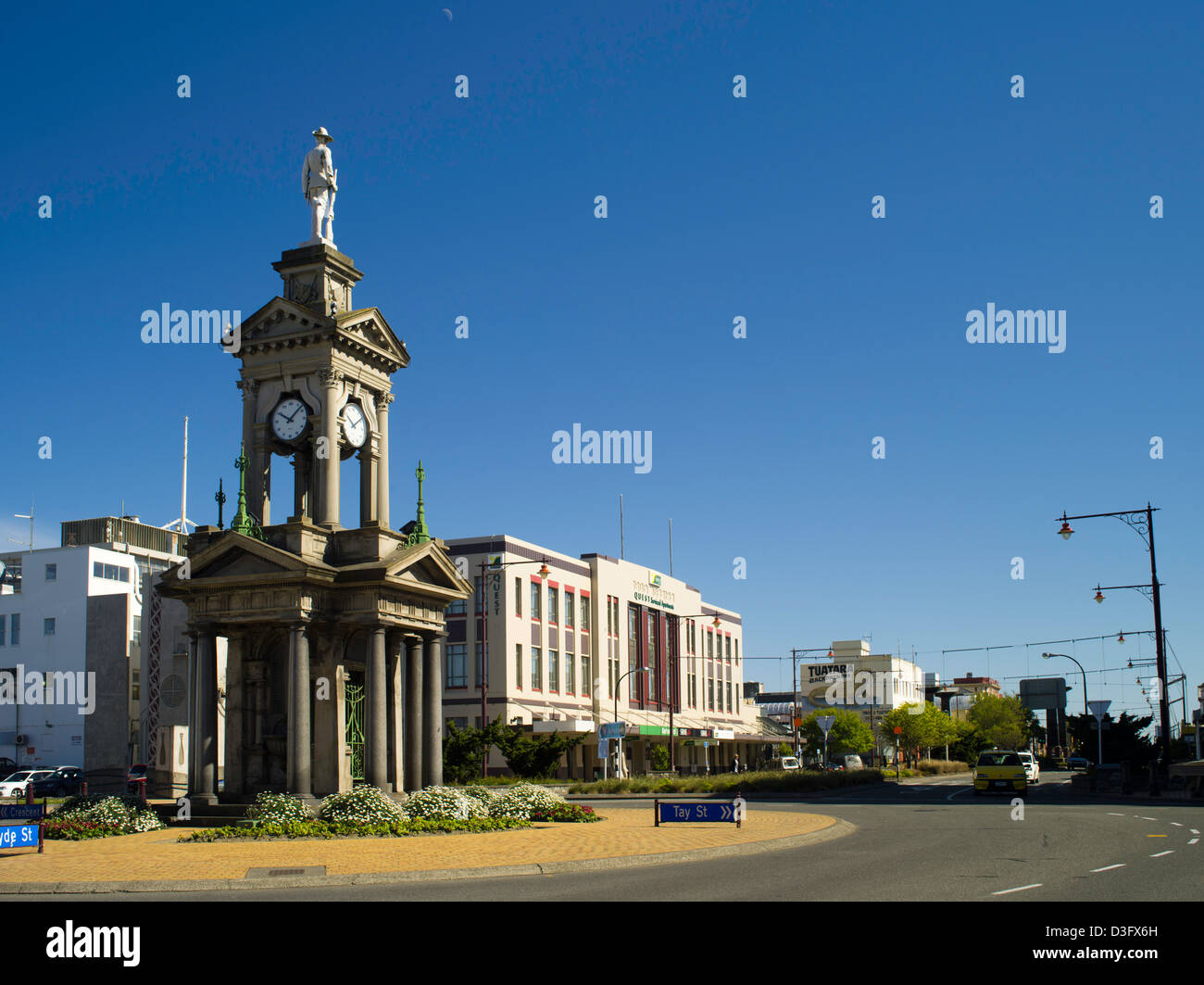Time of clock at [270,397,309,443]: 10:07
